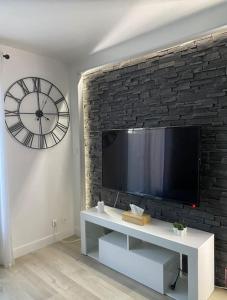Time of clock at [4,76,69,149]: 2:59
